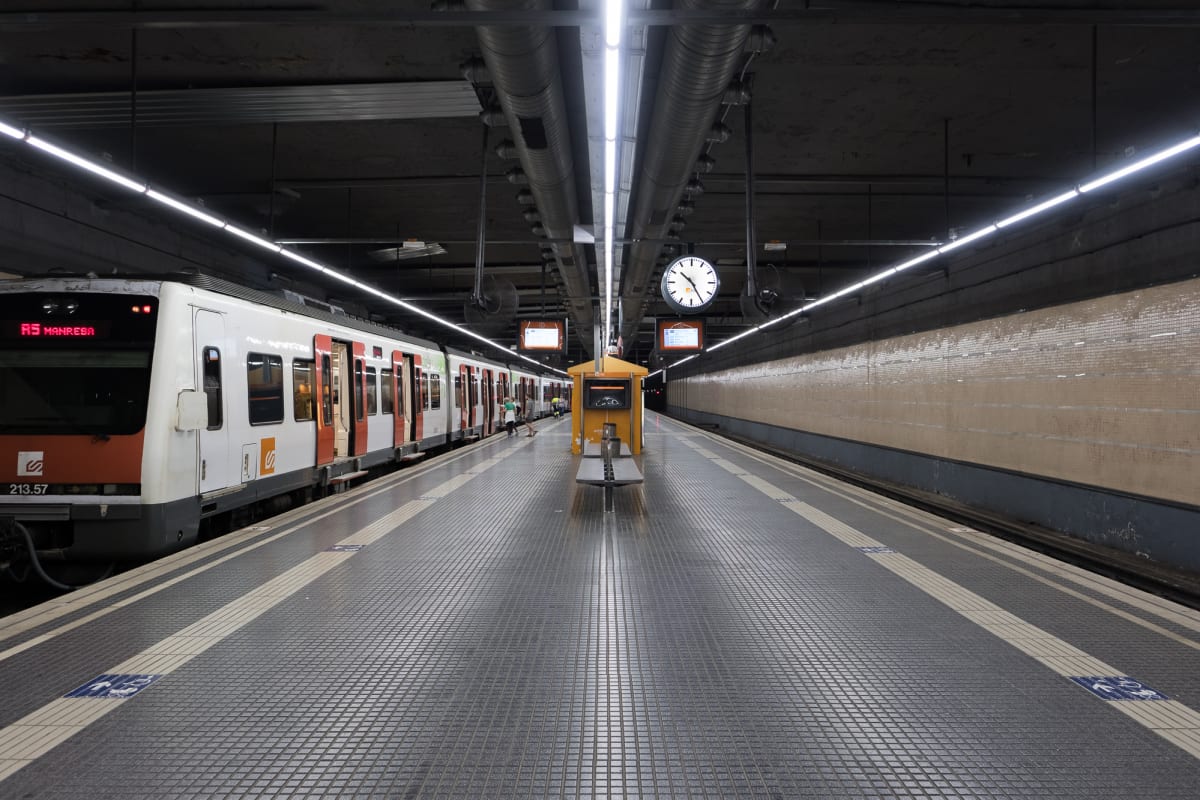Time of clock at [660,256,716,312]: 10:24
